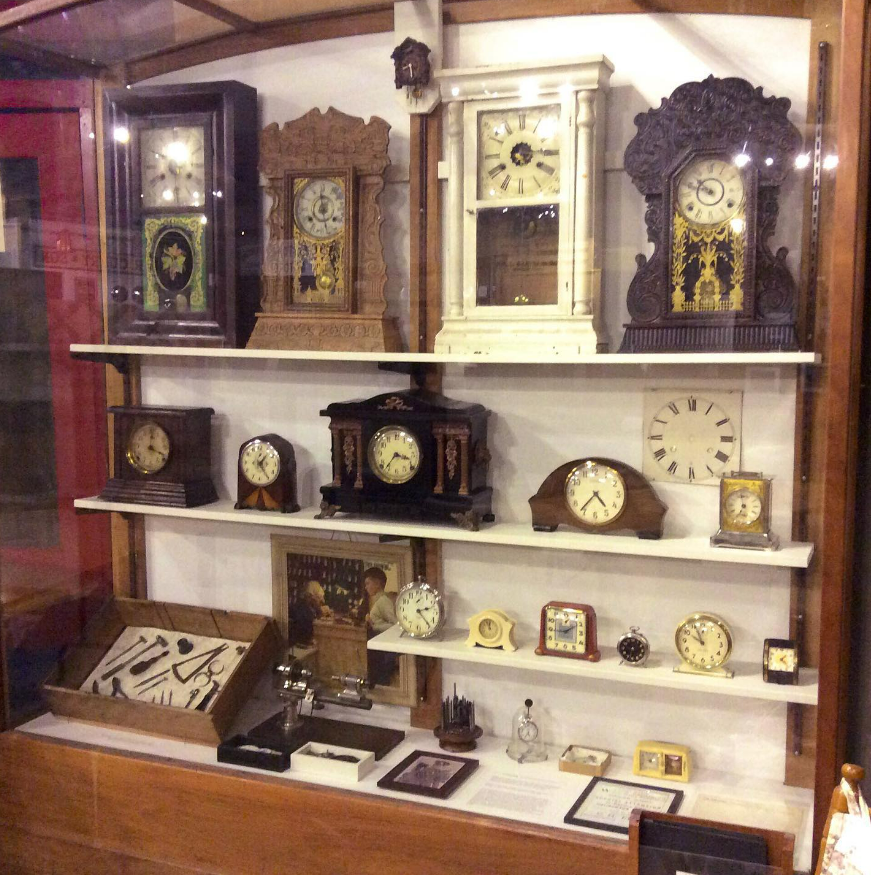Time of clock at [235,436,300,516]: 1:24
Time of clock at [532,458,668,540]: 4:36
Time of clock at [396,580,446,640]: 2:23
